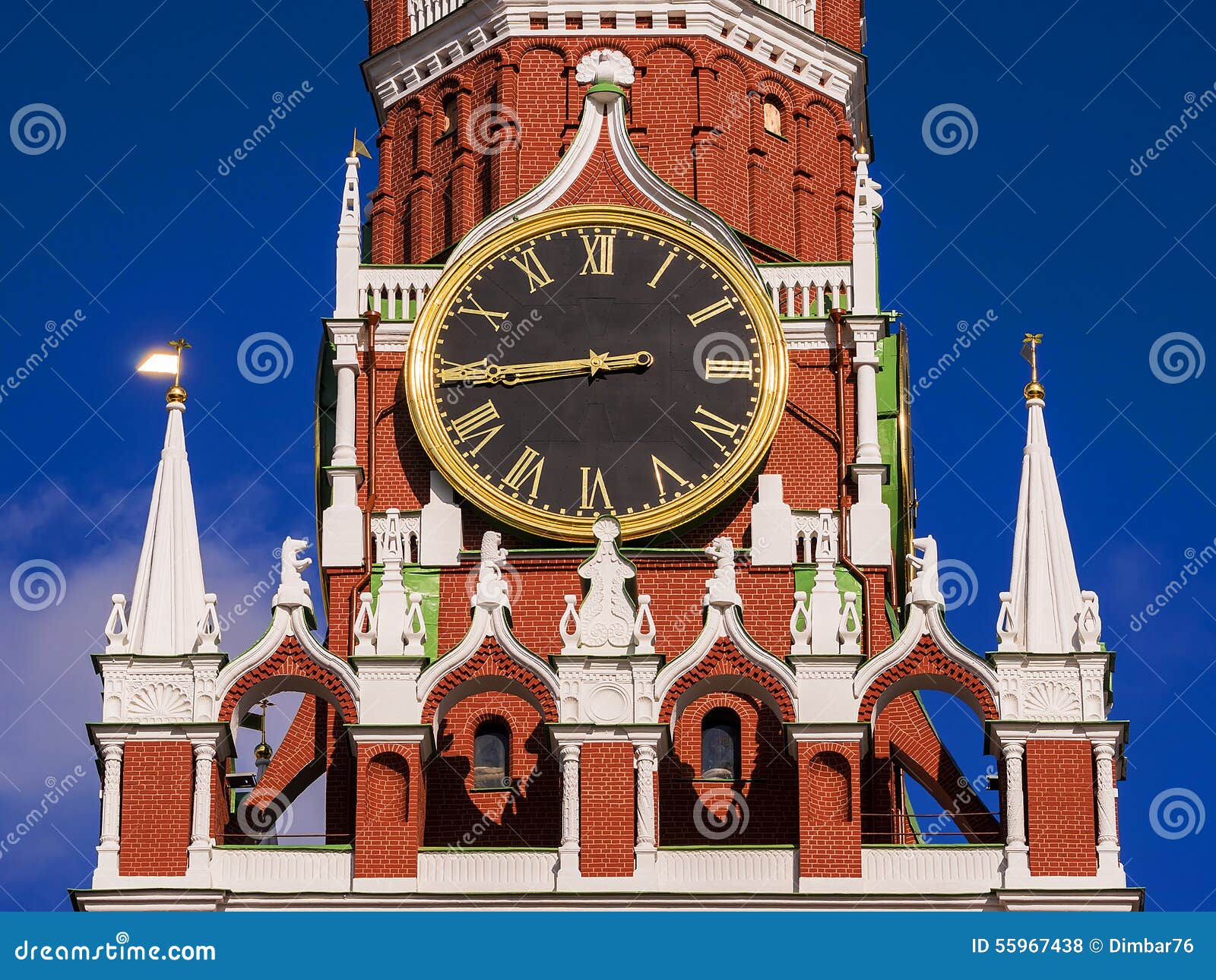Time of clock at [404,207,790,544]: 2:44
